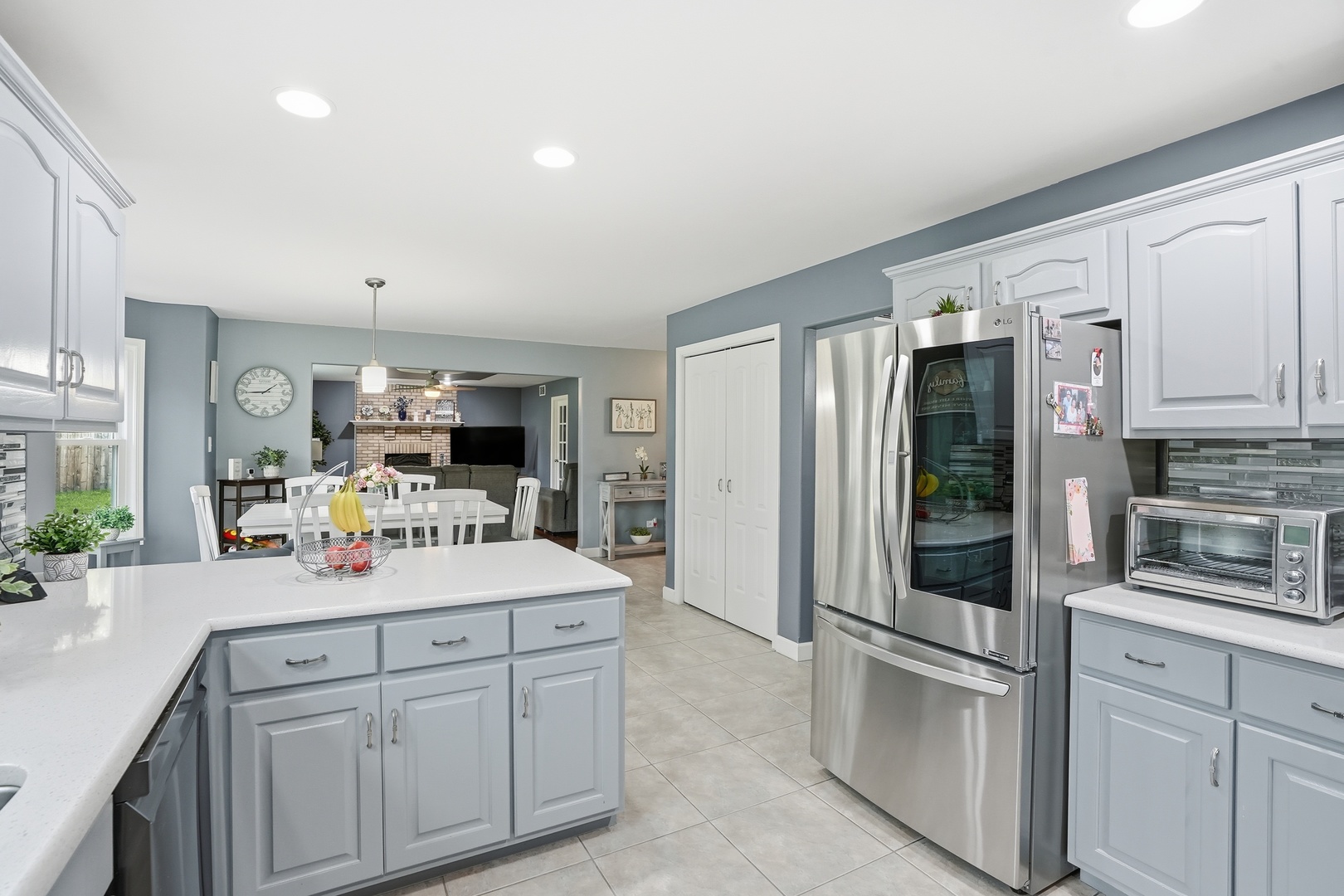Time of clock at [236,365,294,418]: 1:44
